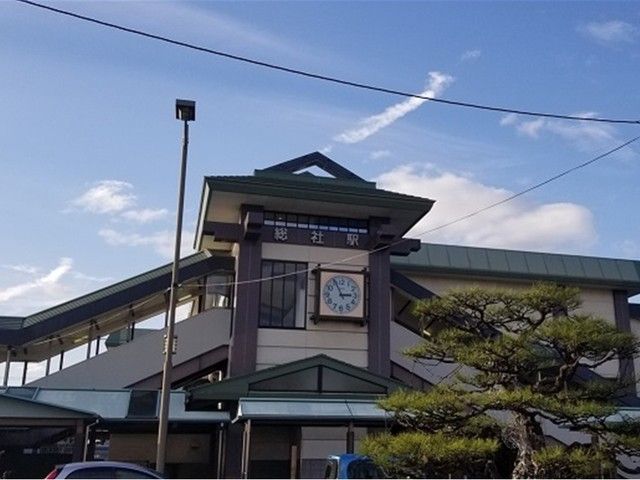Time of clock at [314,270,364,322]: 2:55
